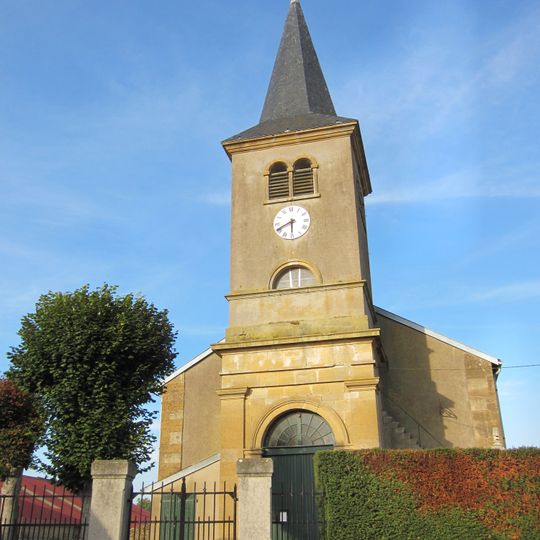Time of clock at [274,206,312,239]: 5:40
